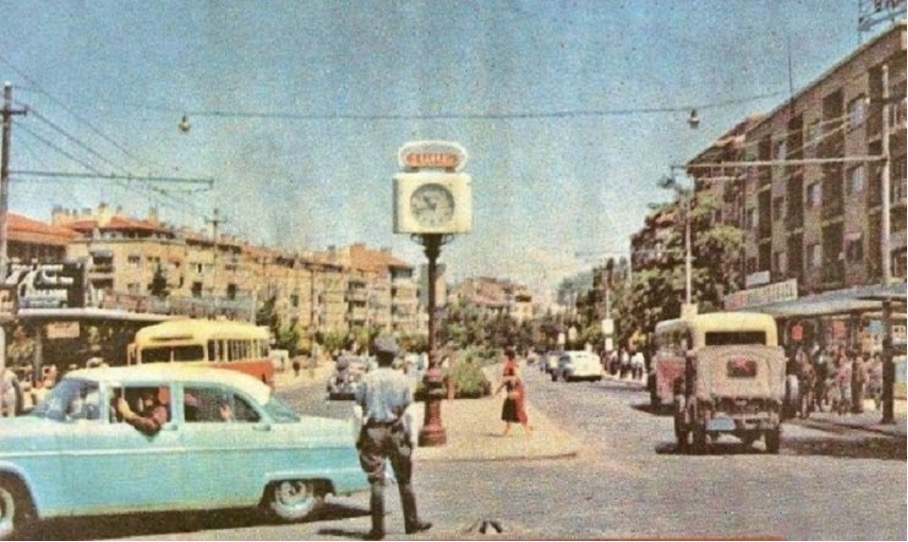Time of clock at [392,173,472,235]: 10:42
